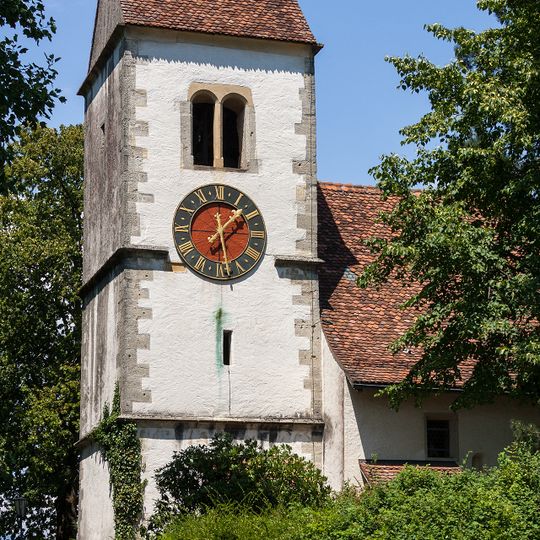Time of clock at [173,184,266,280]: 1:28
